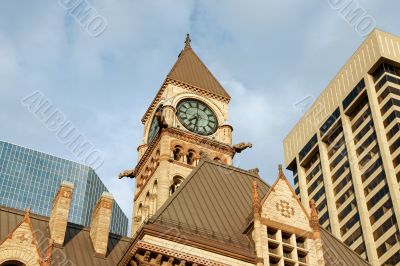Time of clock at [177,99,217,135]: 7:32
